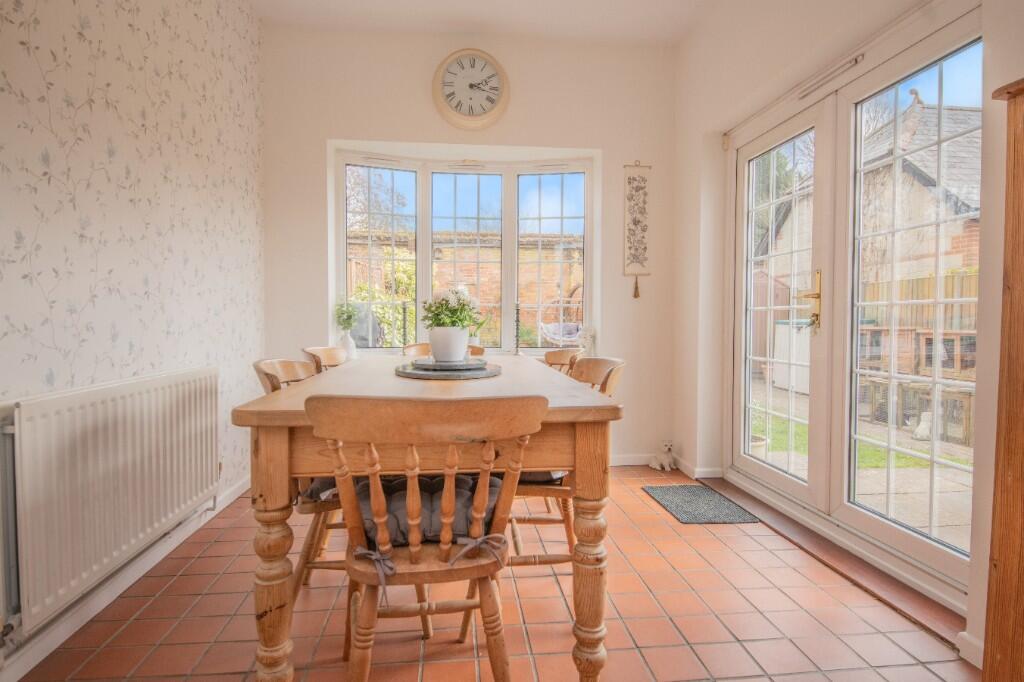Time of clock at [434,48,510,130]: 2:17
